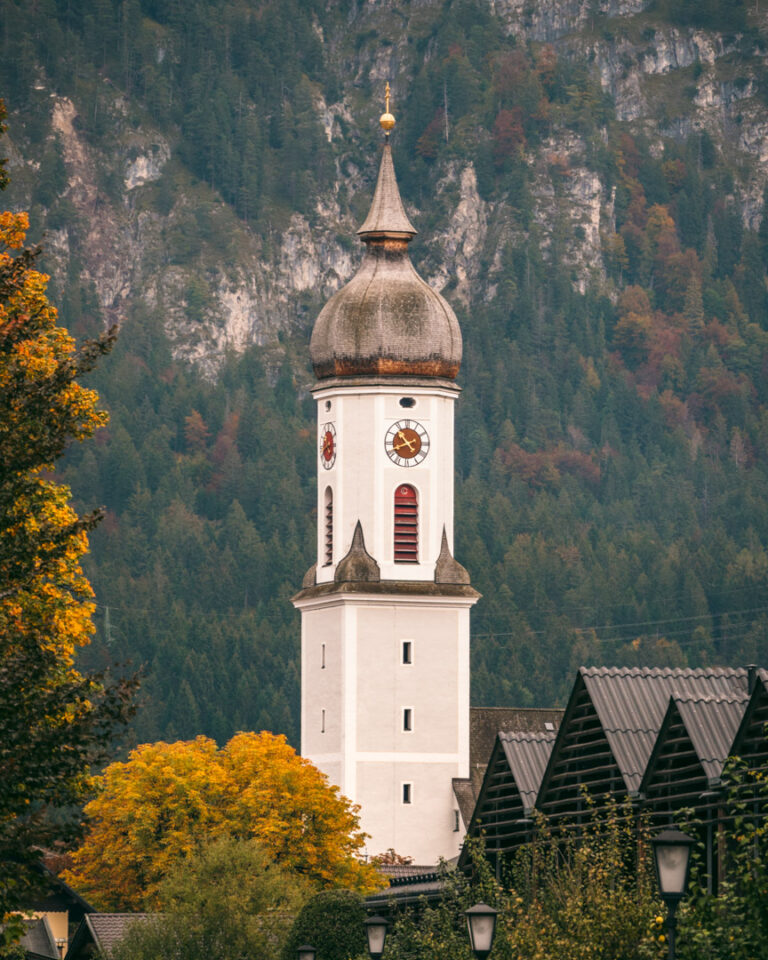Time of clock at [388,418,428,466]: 10:41
